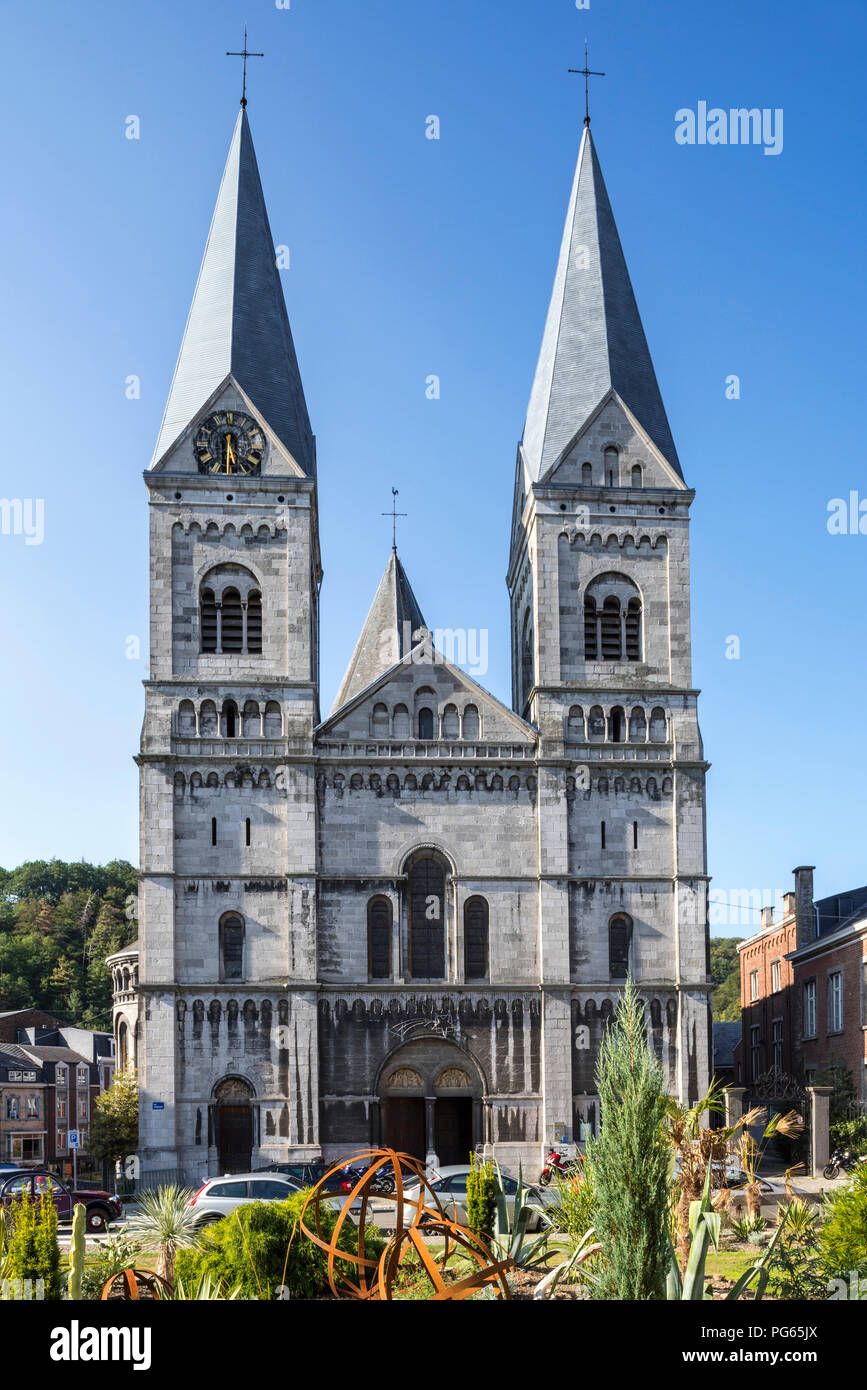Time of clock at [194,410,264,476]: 5:31
